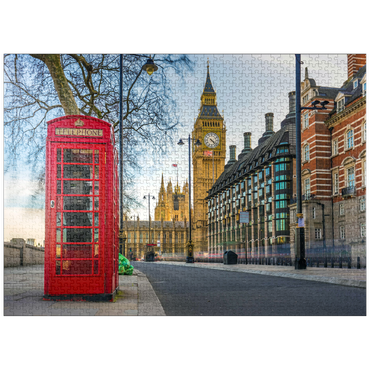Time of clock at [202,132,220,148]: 4:22
